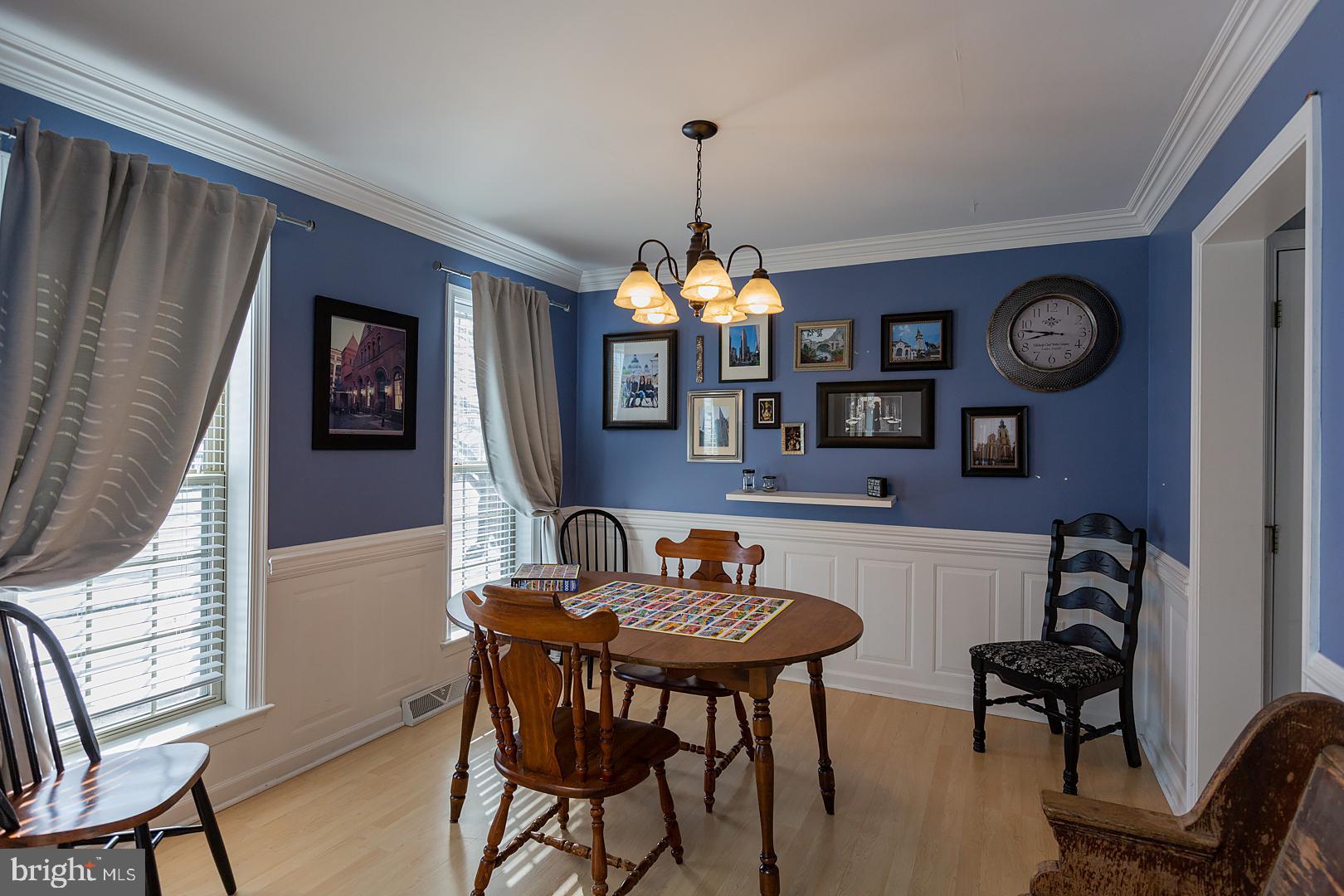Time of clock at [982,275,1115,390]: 8:46
